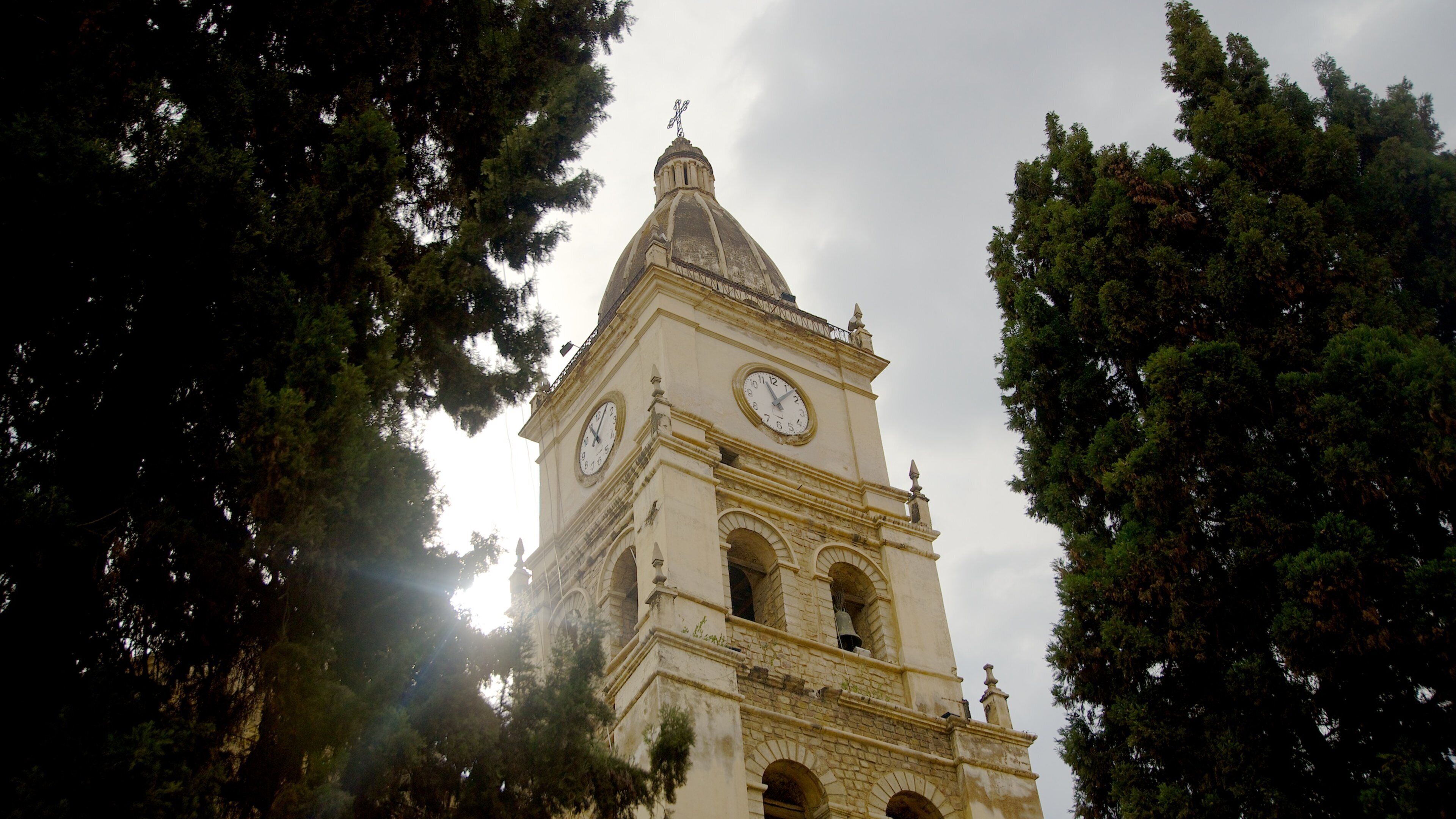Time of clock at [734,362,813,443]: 11:07
